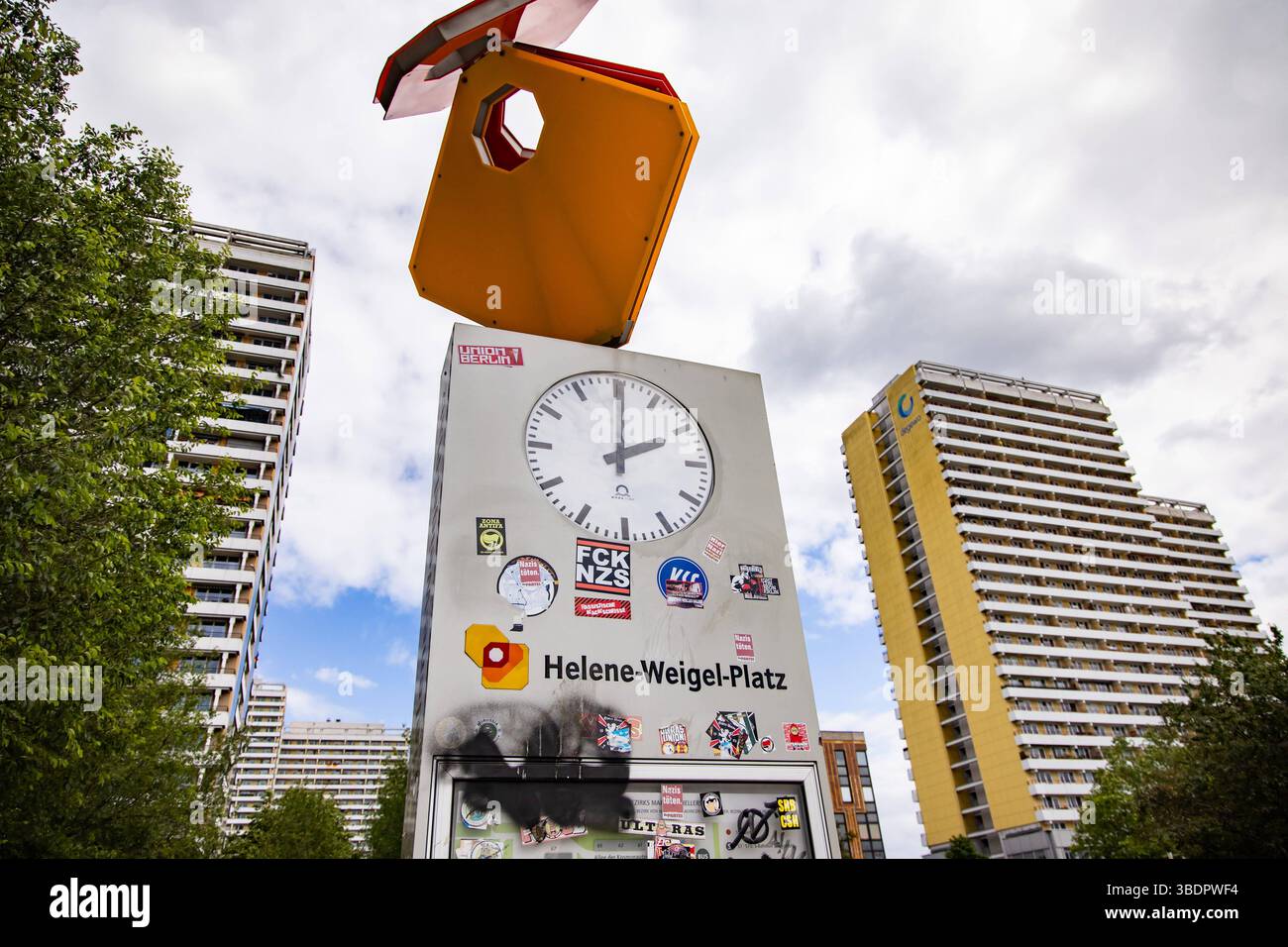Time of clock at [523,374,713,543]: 2:00
